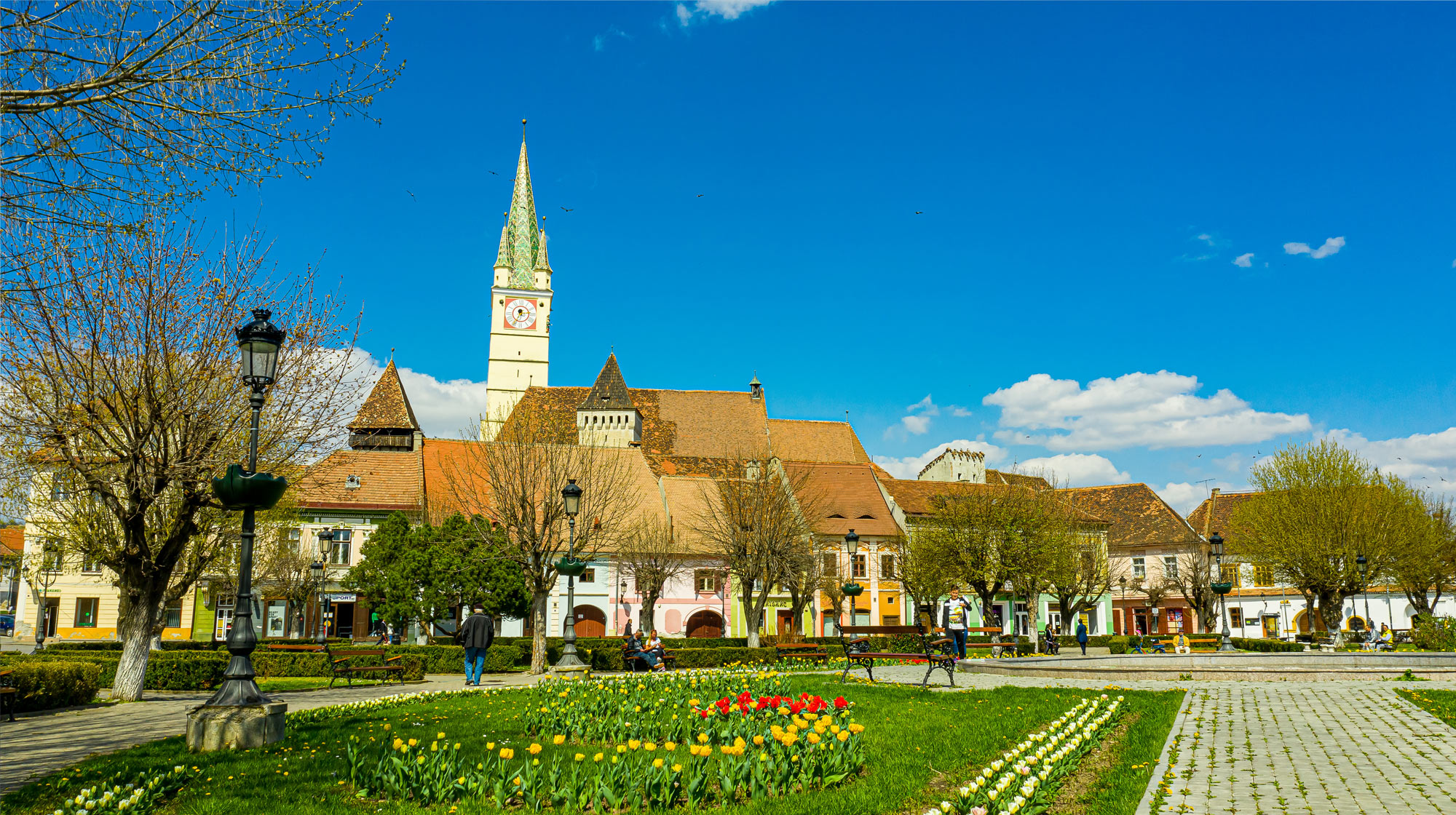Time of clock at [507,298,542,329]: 2:35
